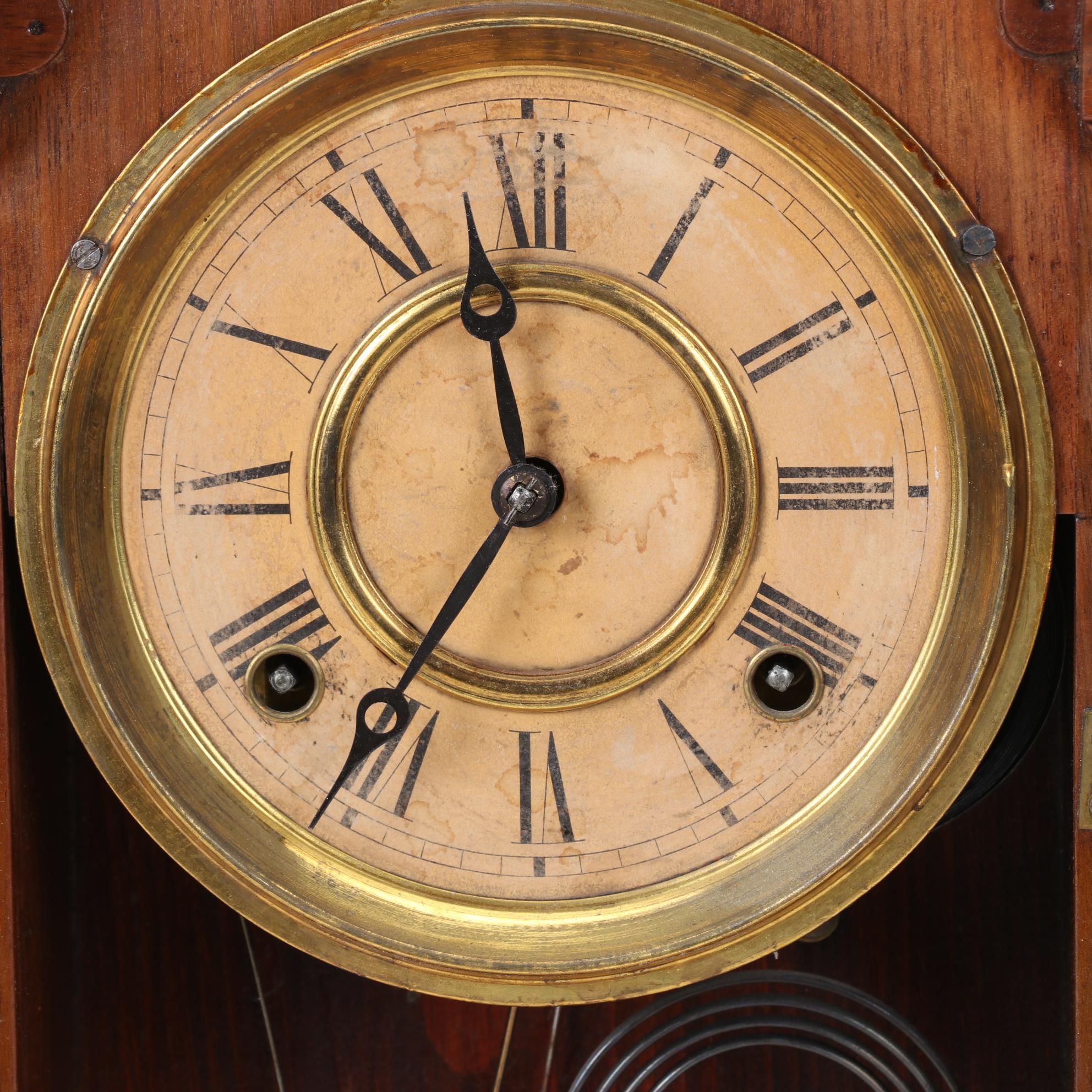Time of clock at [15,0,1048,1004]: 11:35
